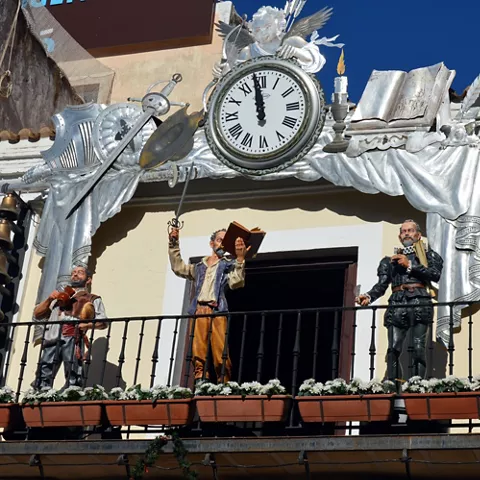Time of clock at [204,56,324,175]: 11:58
